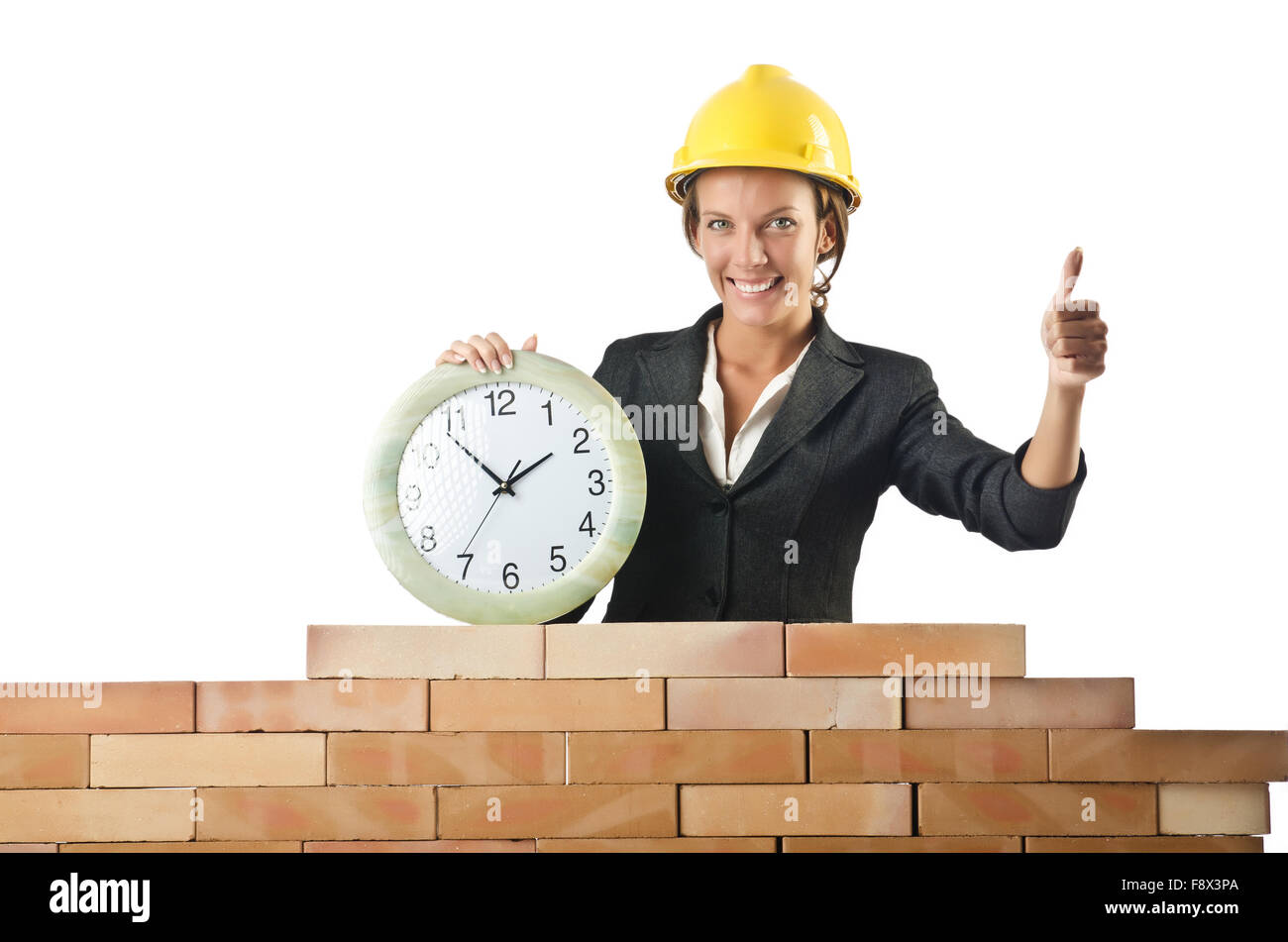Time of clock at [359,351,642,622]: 1:53
